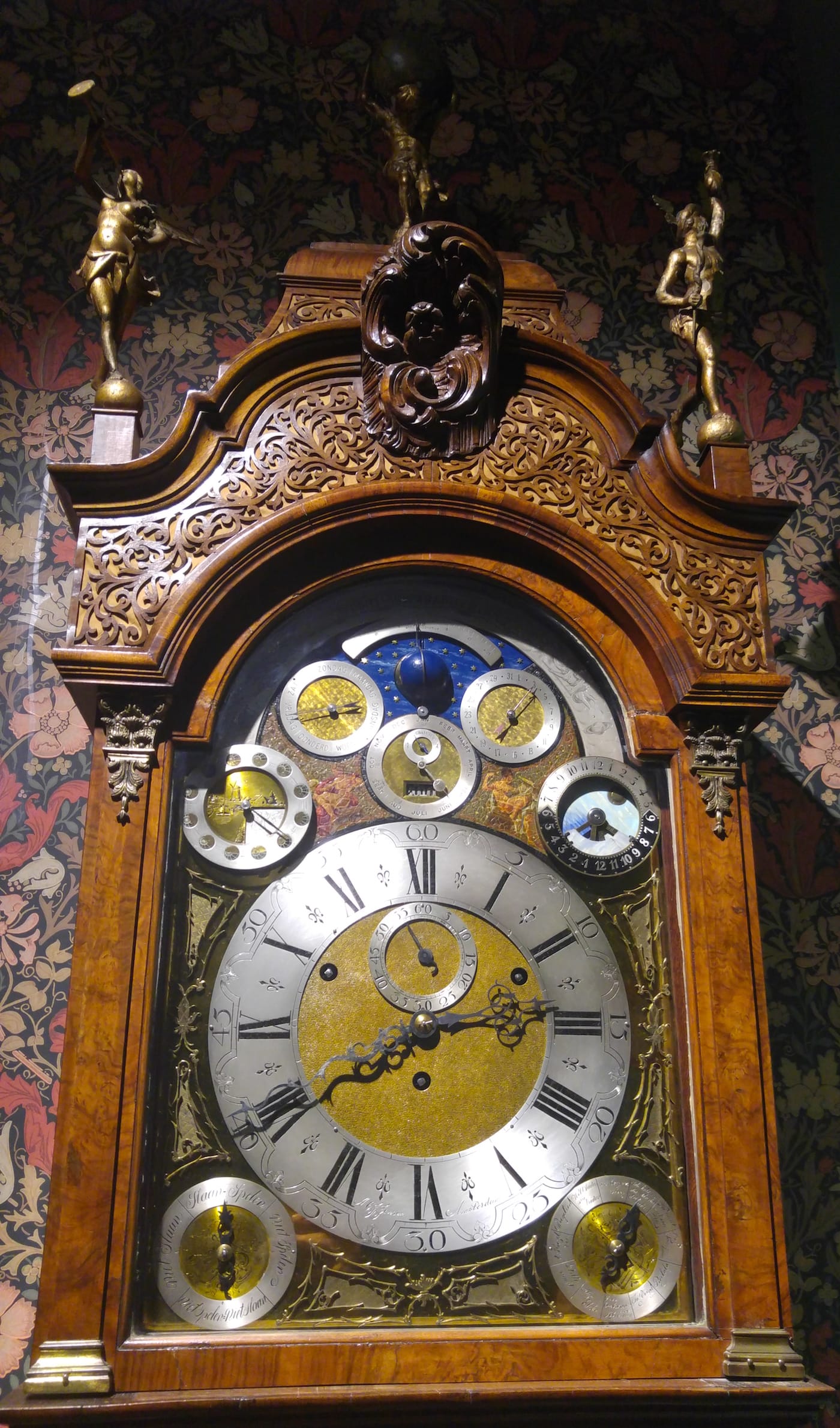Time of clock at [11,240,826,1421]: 7:40
